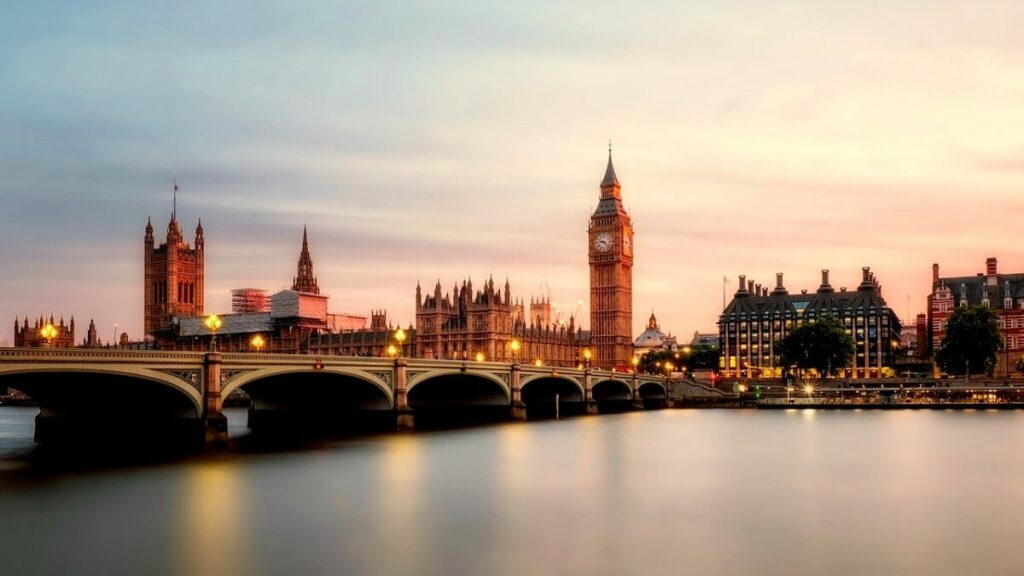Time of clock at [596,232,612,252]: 9:22
